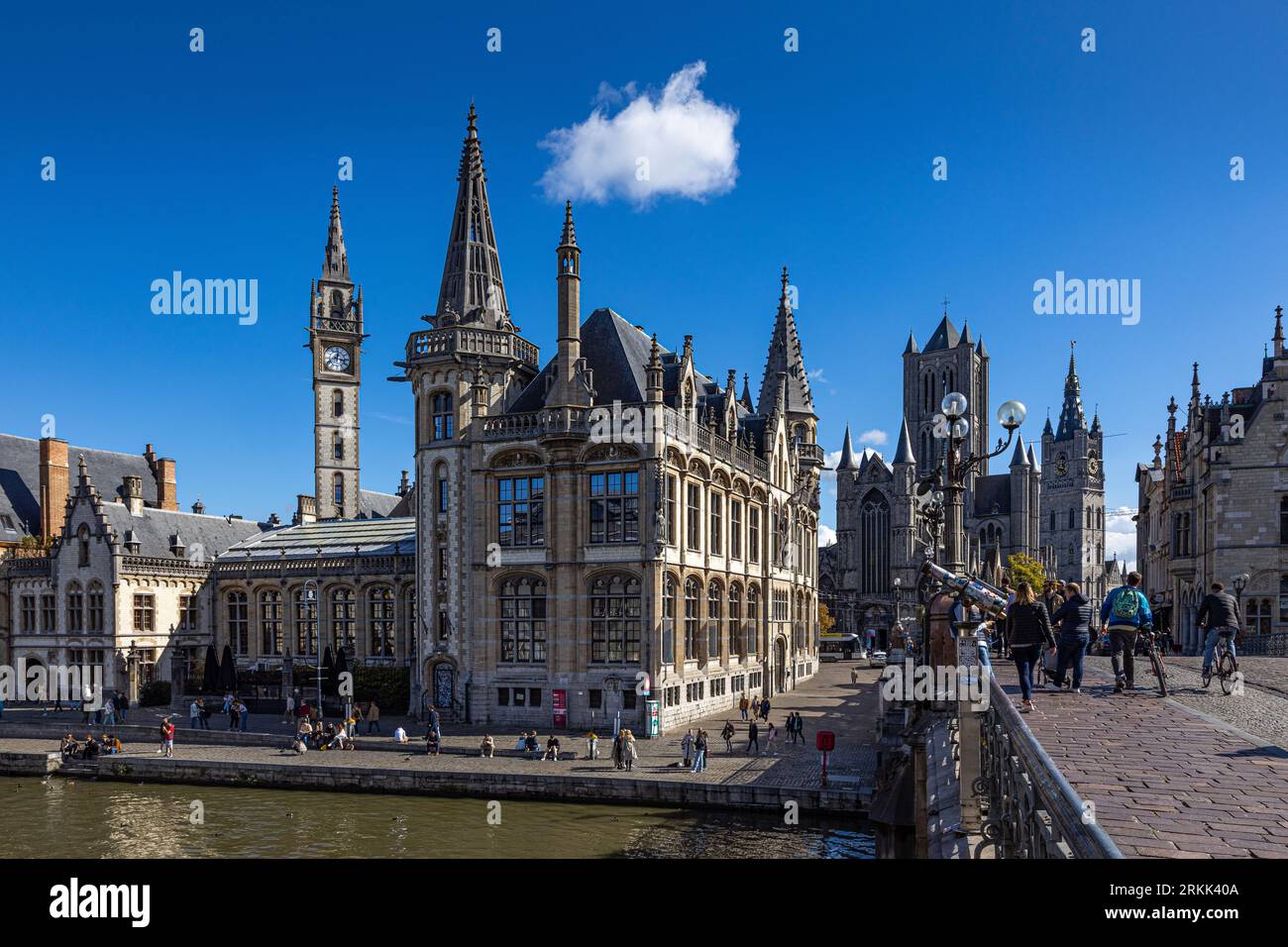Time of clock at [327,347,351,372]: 12:16
